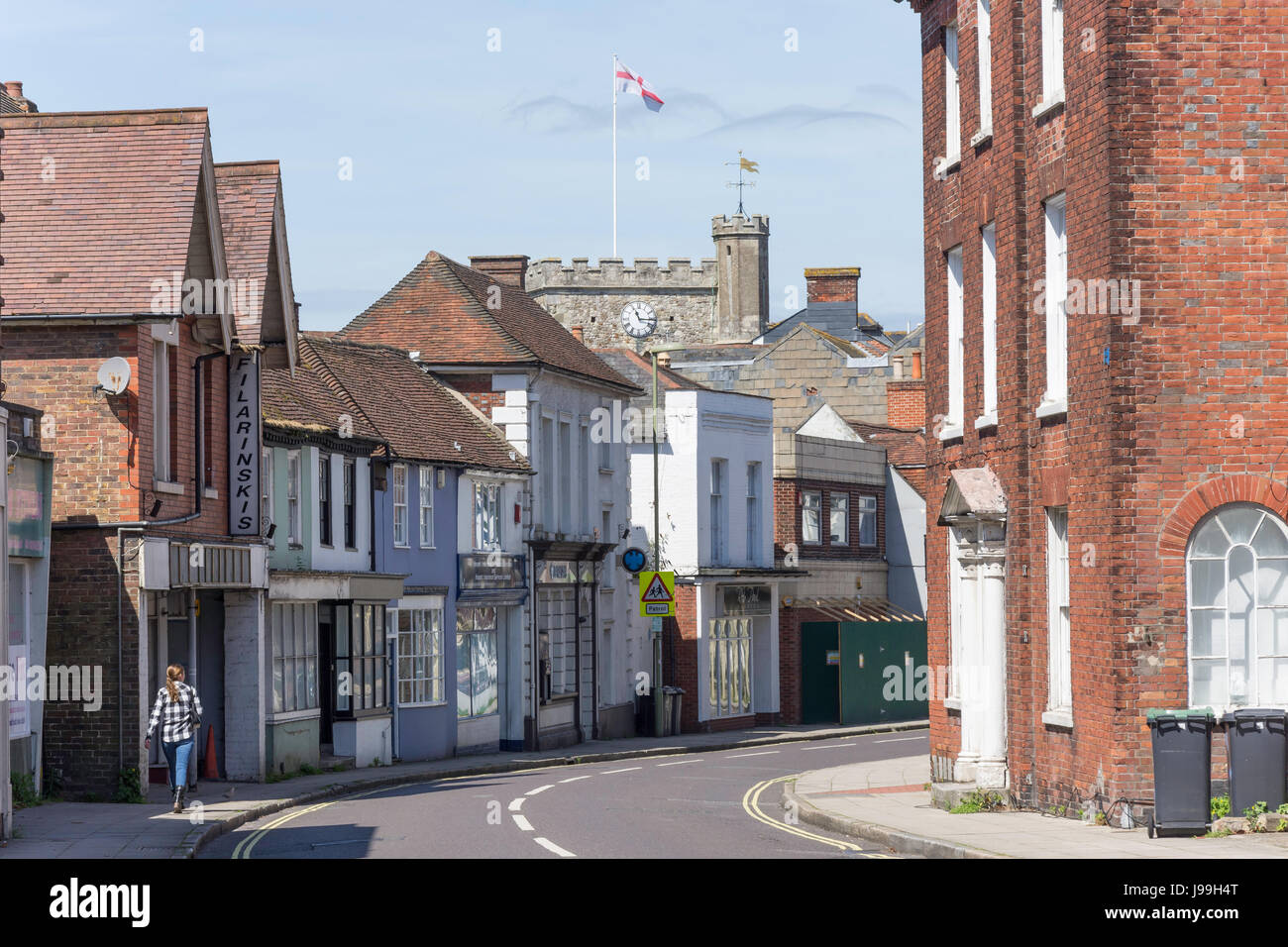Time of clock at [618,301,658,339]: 11:15
